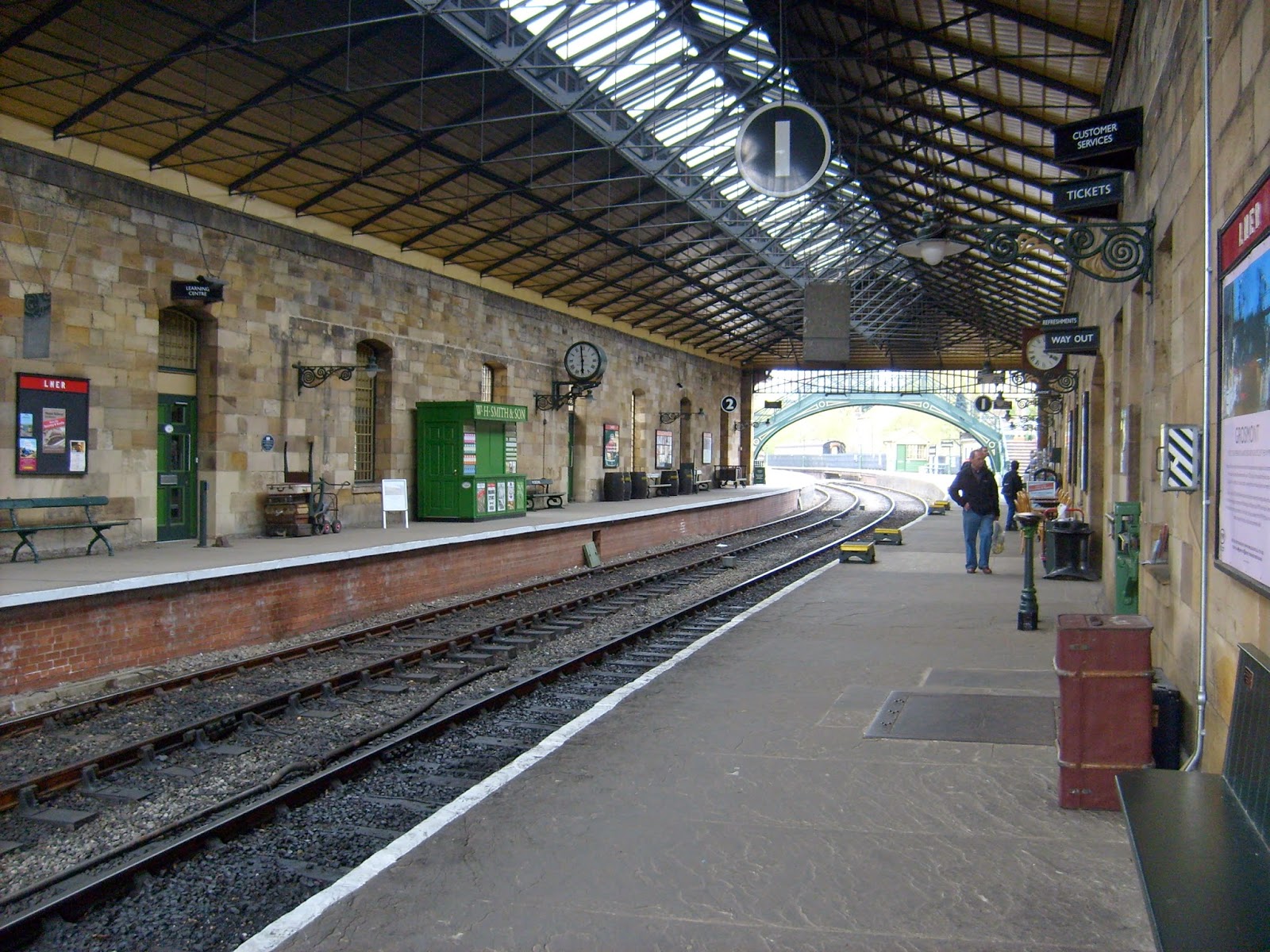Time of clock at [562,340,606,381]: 5:58
